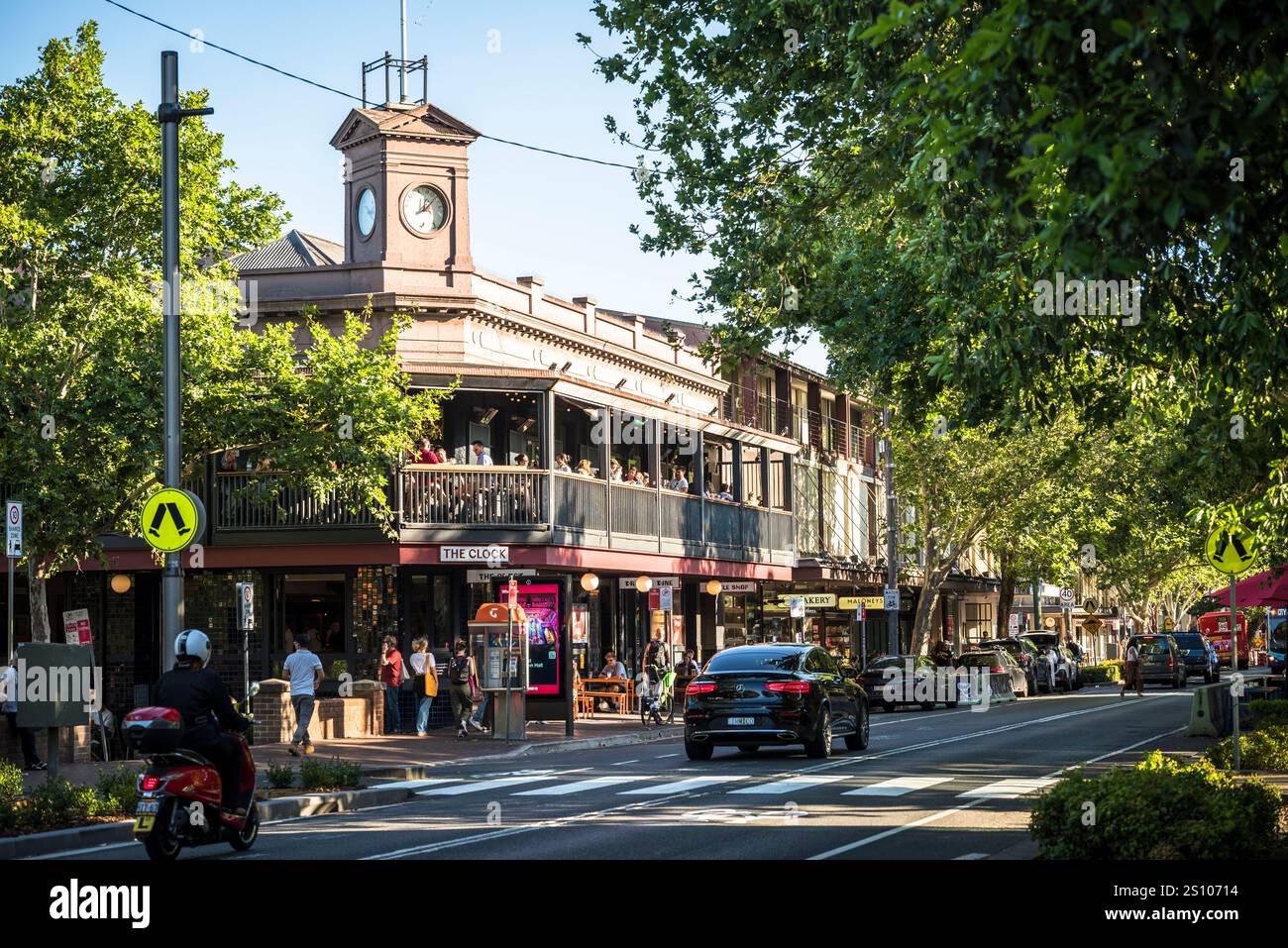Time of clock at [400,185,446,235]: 12:06
